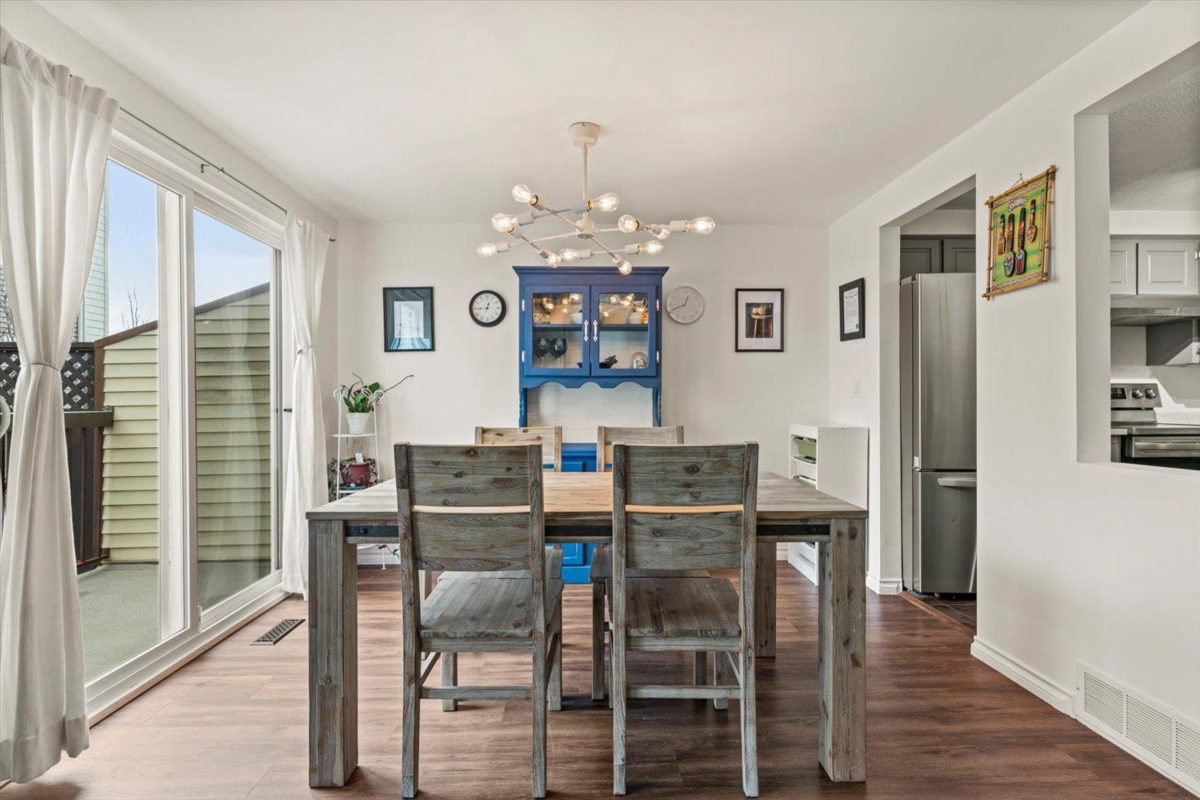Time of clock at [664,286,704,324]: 12:41
